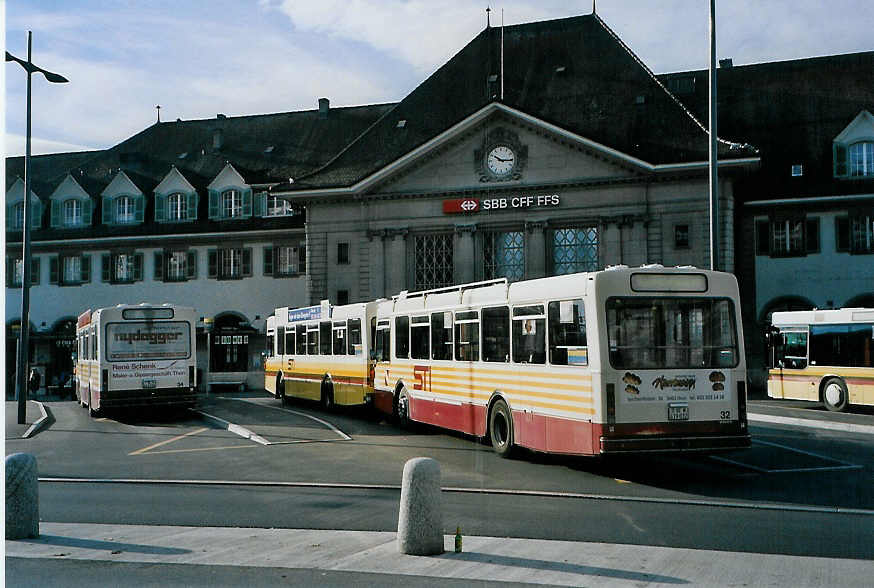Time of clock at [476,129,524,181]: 10:15
